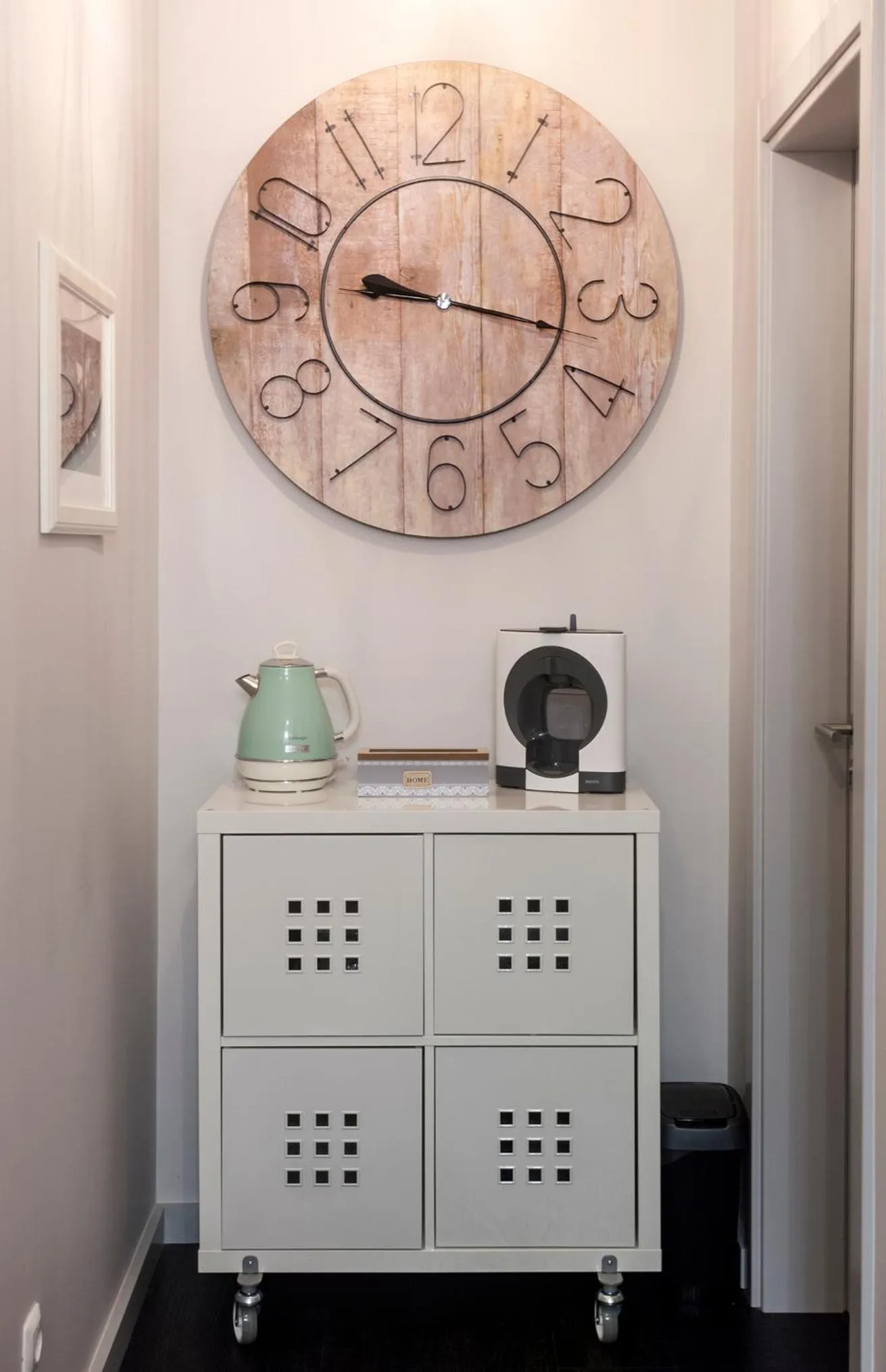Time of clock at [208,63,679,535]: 9:17
